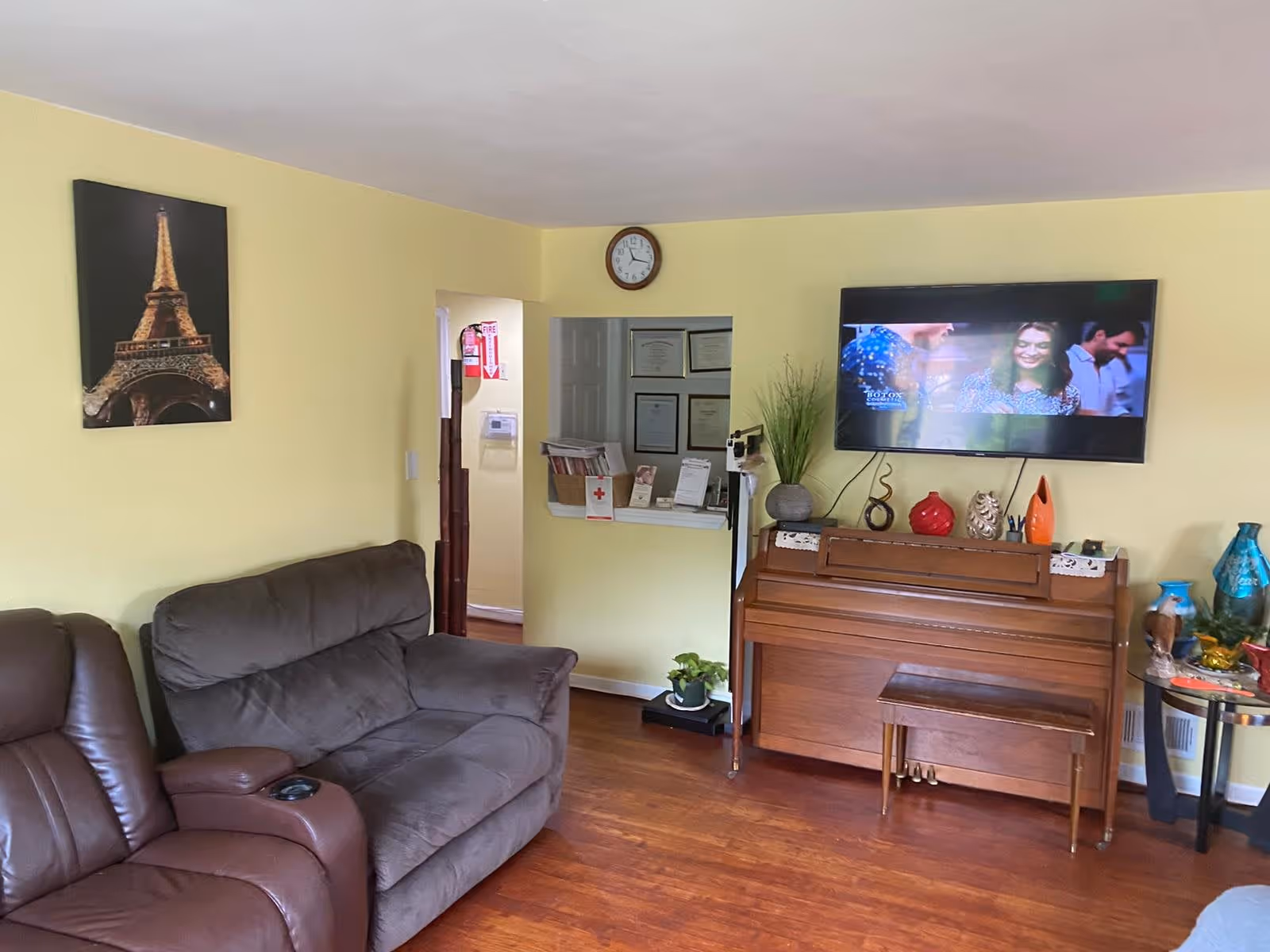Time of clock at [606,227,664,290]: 11:17
